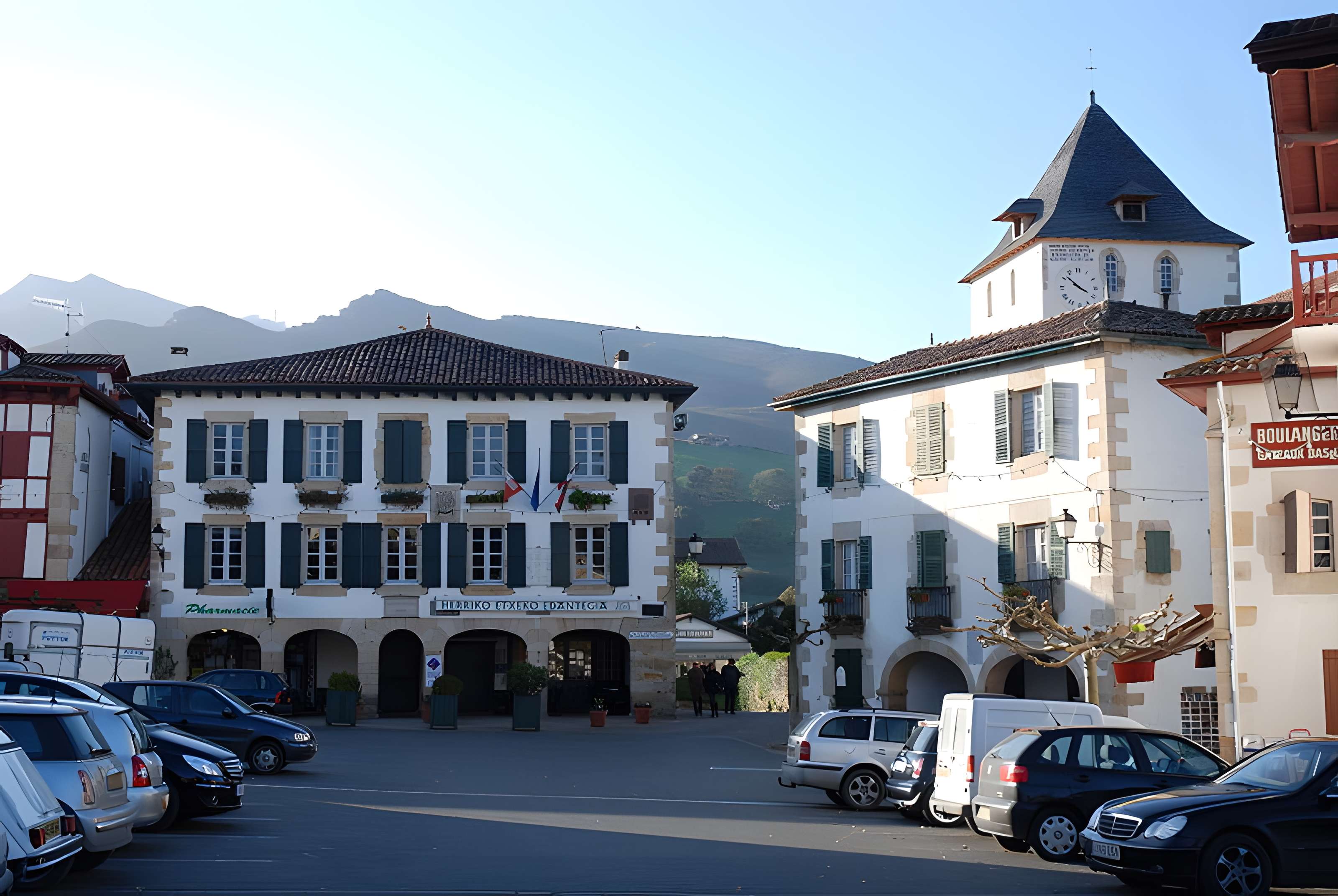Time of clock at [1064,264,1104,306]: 3:51
